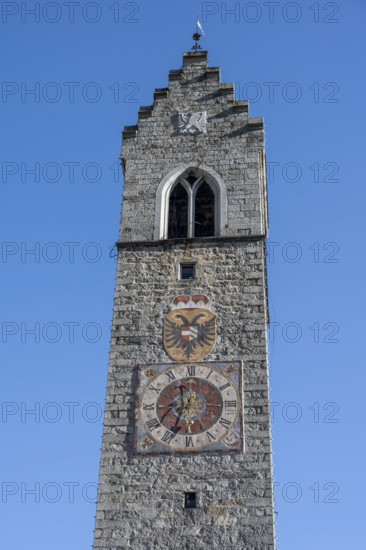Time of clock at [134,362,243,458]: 11:33
